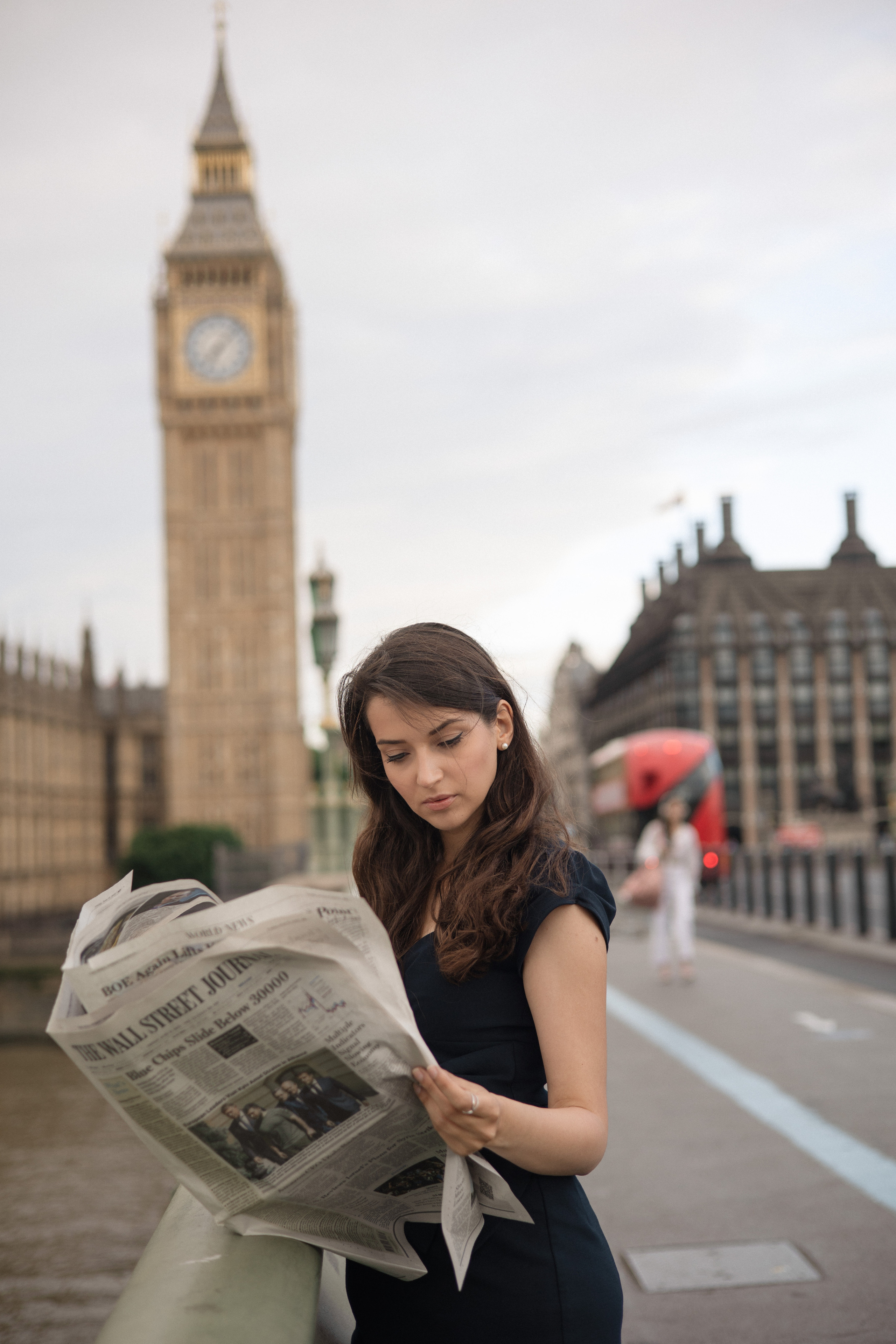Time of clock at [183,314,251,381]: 7:07
